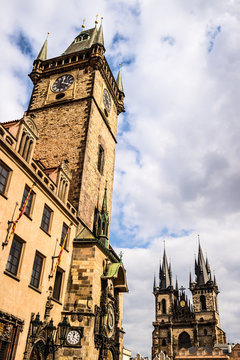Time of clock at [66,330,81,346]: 12:19
